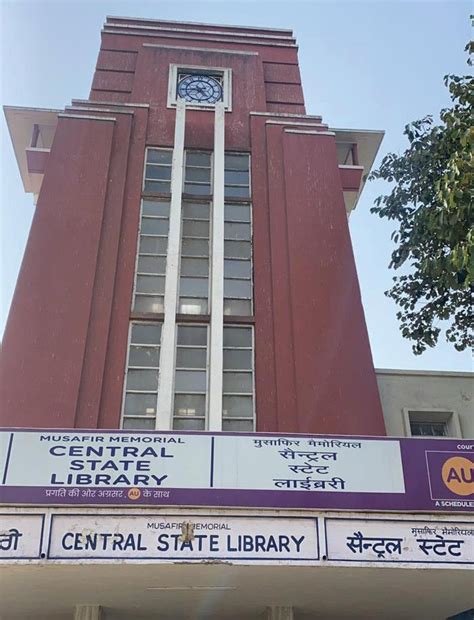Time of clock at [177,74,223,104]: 4:44
